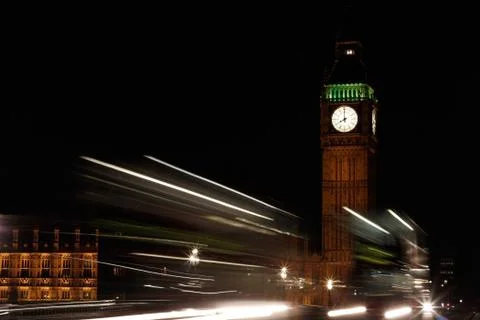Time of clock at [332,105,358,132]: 7:59
